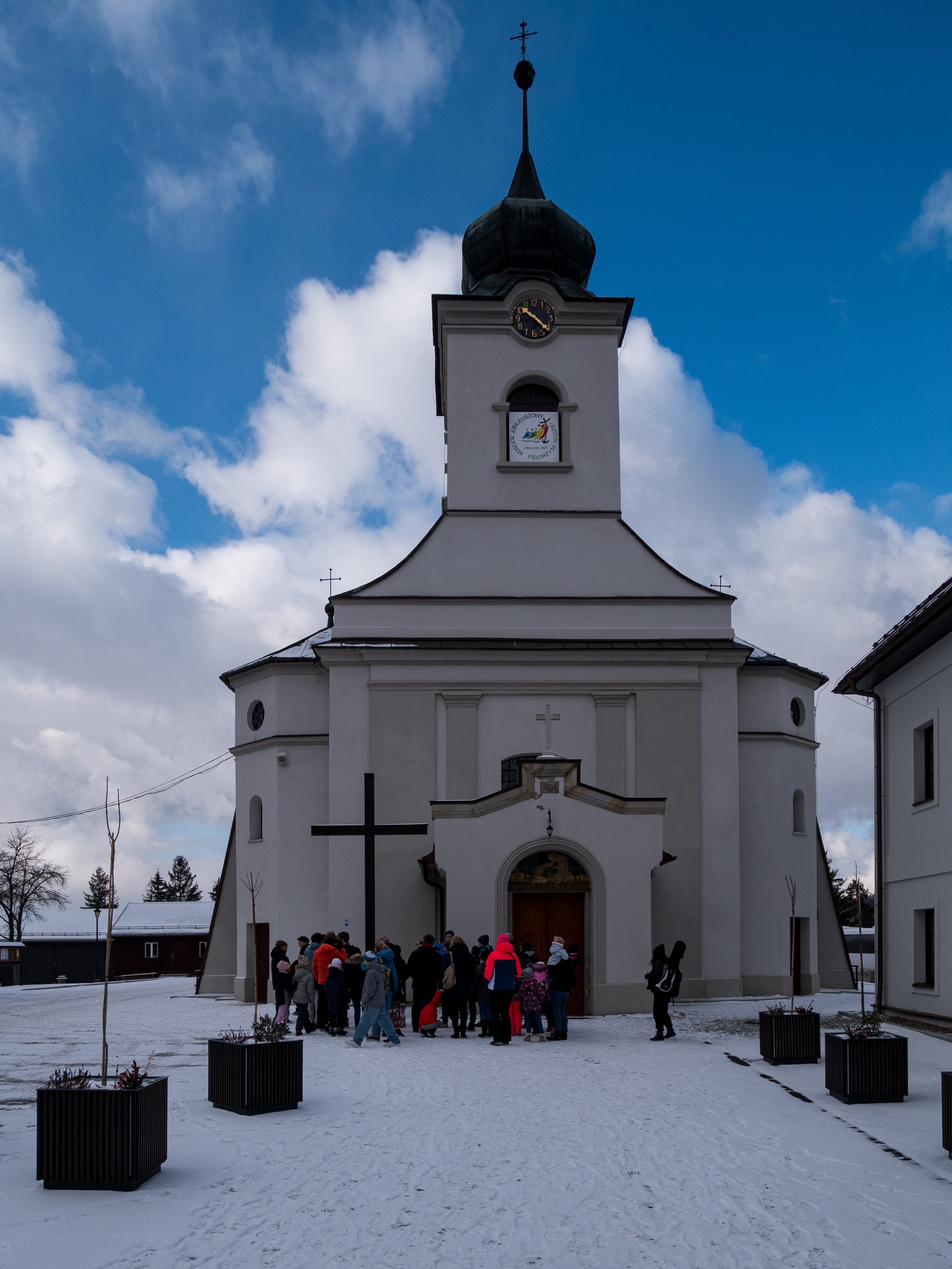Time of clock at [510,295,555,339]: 10:22
